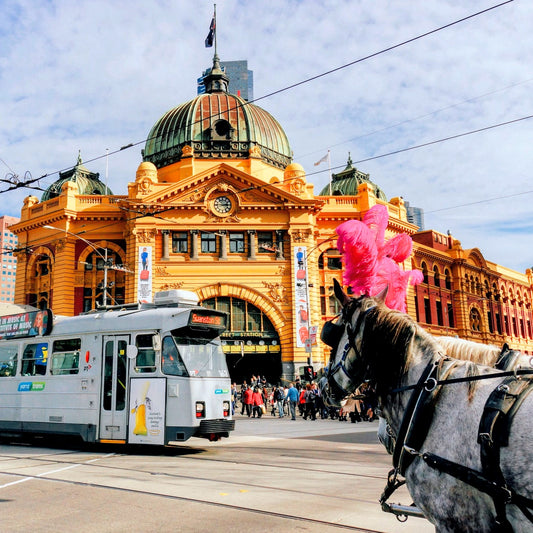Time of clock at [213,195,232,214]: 2:45
